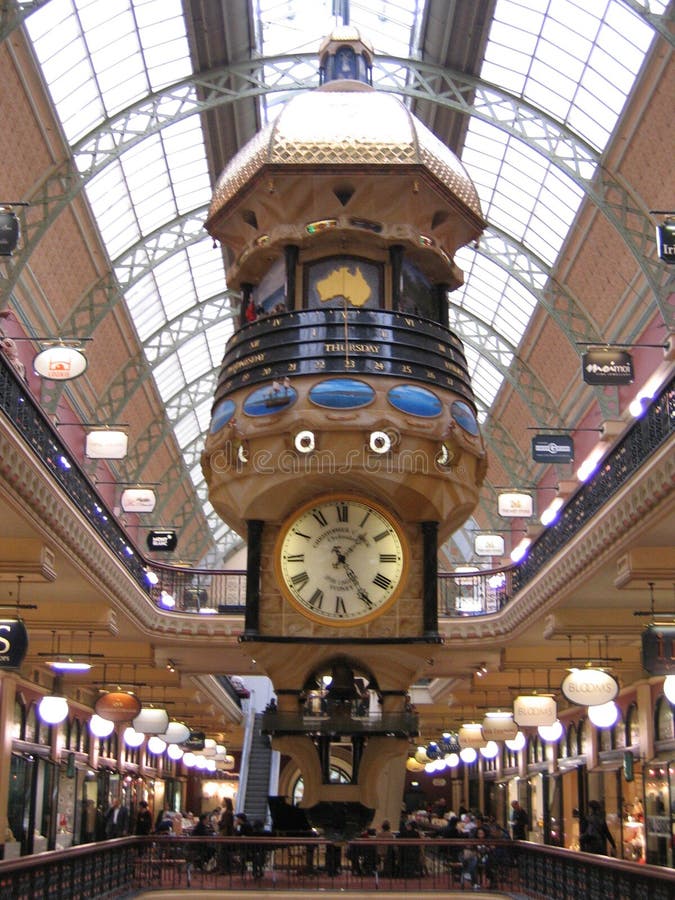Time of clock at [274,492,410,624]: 1:24
